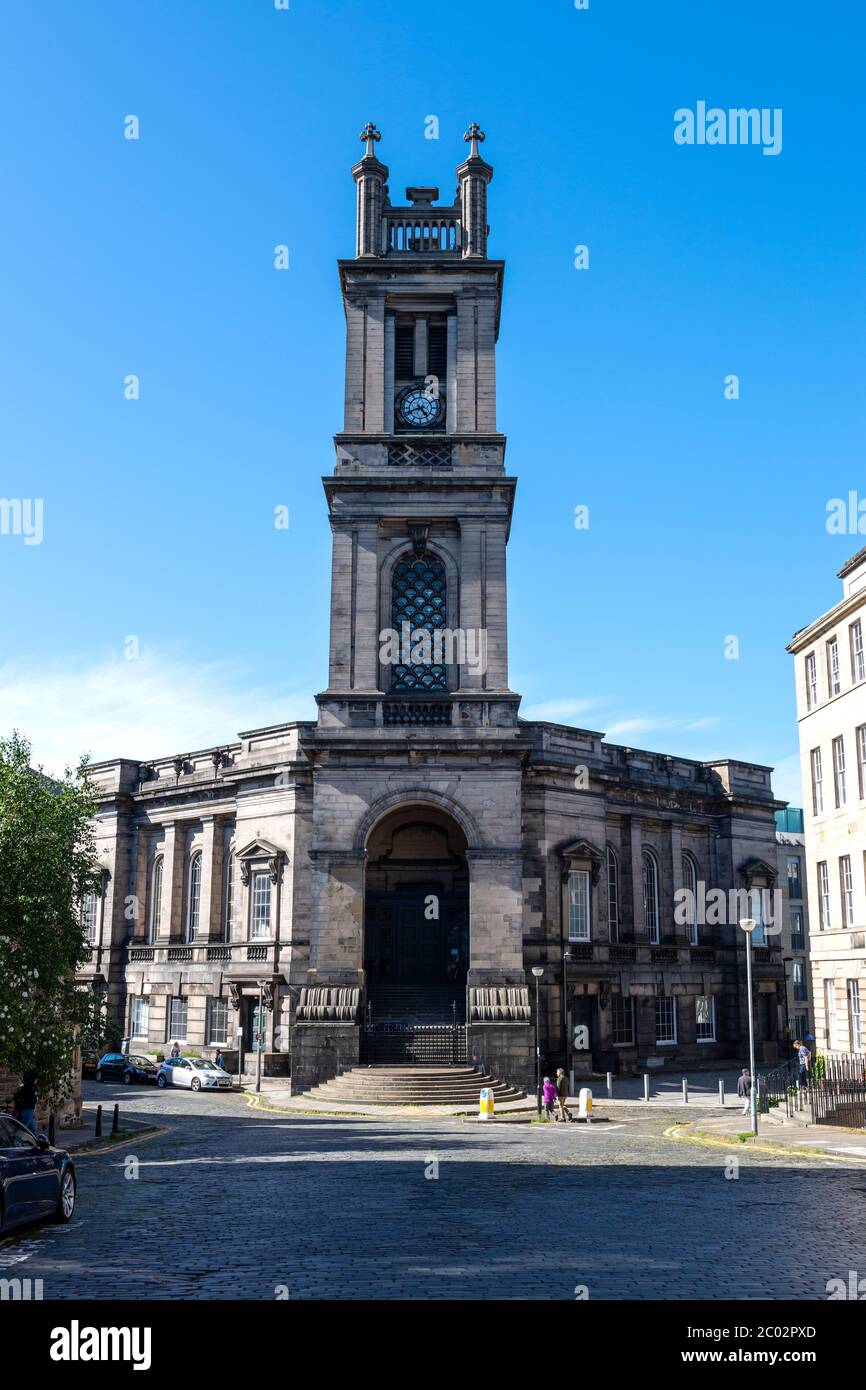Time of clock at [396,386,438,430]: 4:41
